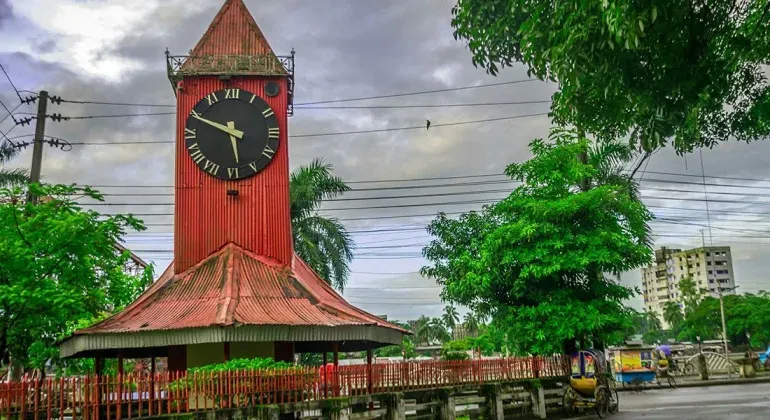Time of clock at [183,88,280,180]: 5:49
